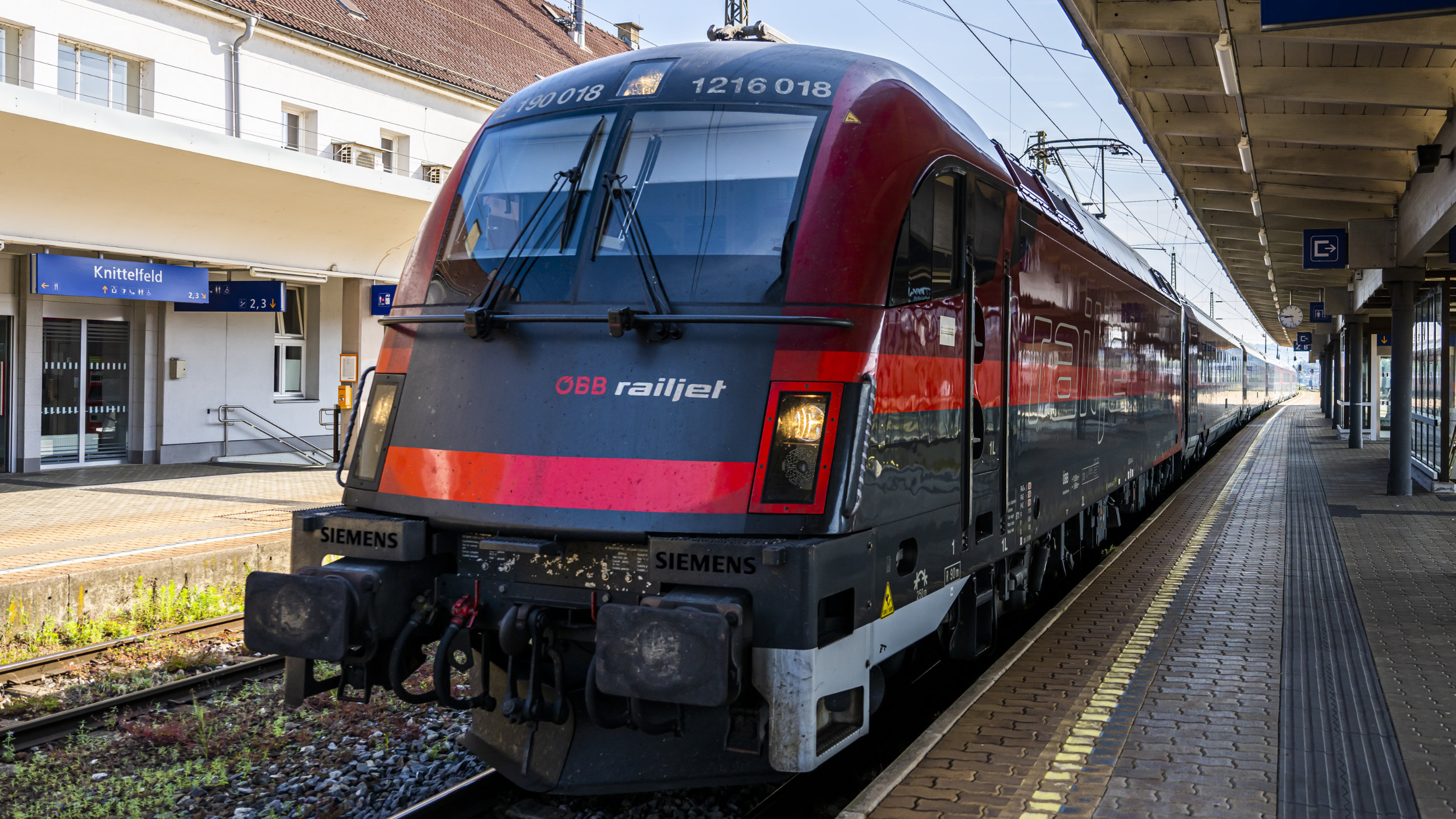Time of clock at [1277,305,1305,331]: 8:45
